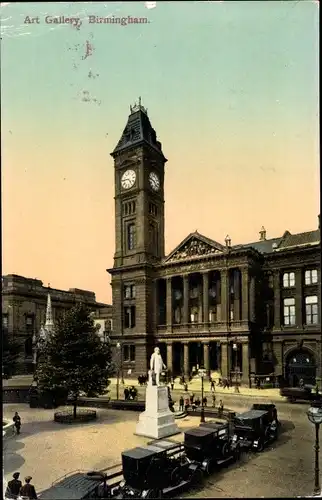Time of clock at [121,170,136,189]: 4:45
